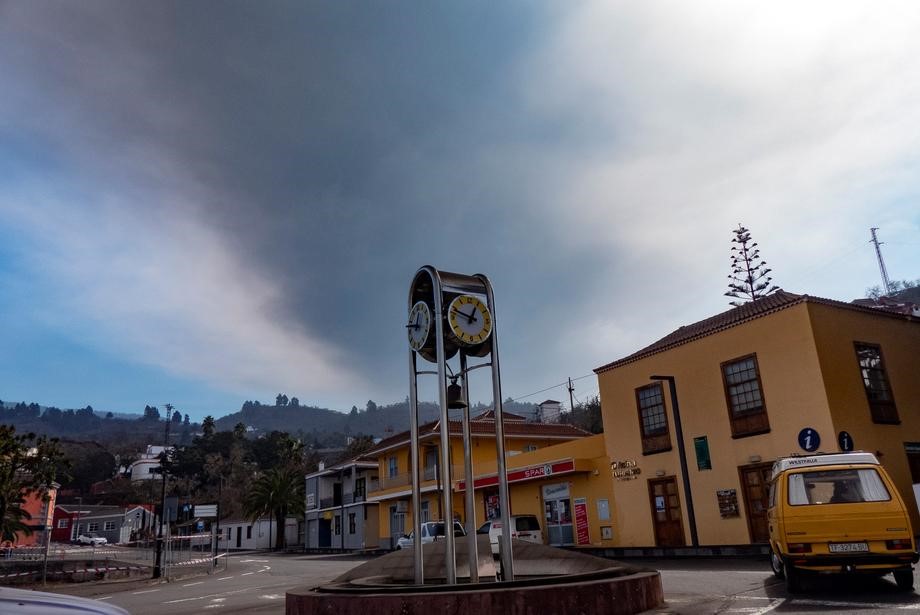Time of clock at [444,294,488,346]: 12:48
